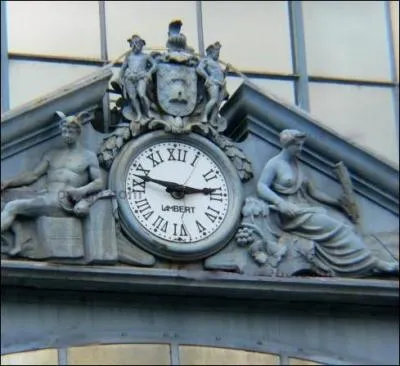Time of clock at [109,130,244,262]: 2:47
